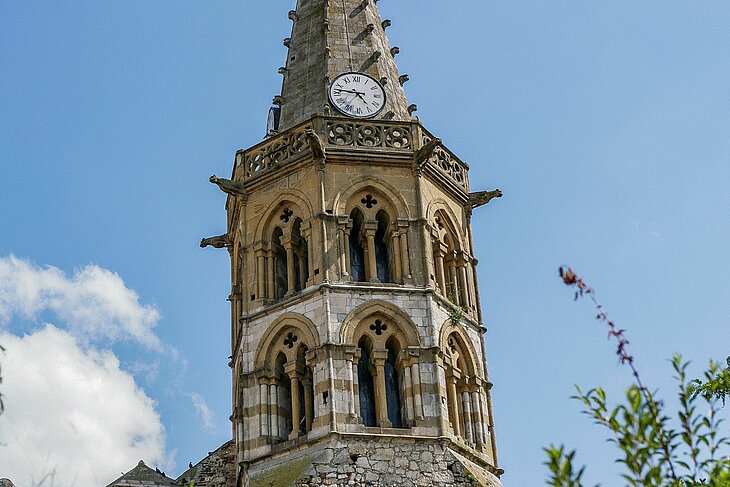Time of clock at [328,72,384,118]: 4:46
